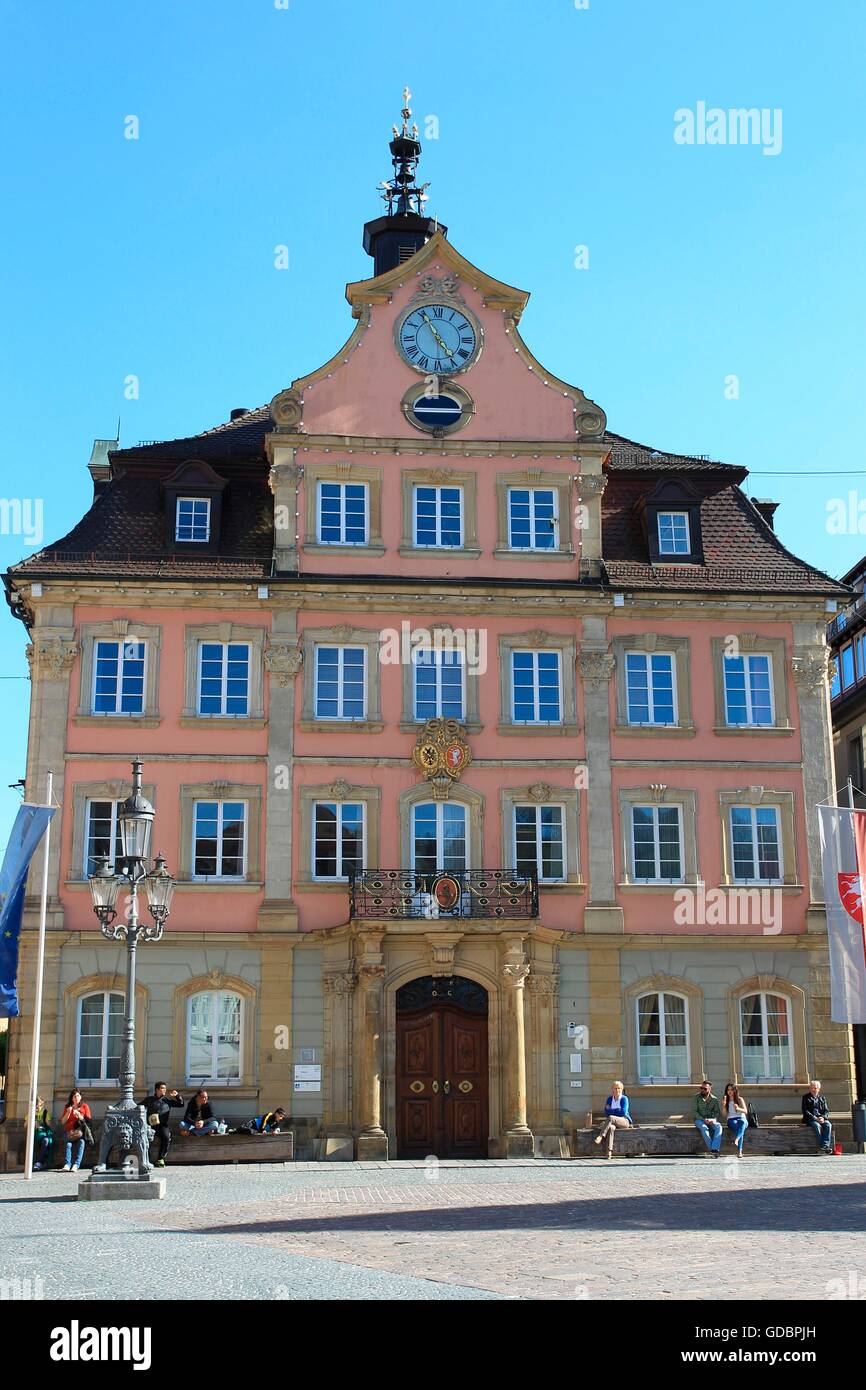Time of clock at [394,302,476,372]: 4:55
